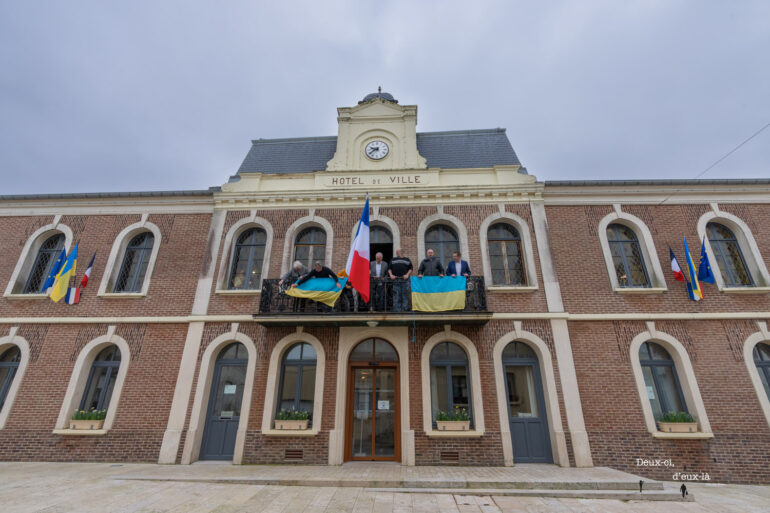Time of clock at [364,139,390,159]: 9:38
